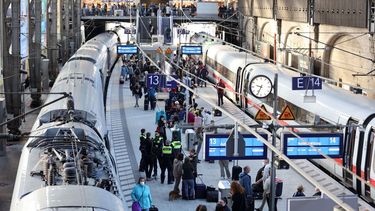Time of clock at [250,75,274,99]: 9:34
